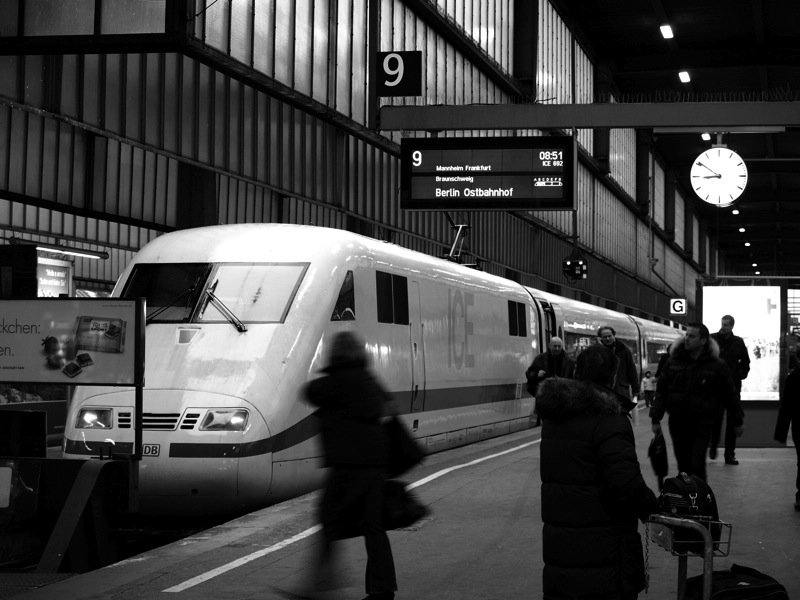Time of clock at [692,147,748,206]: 8:50
